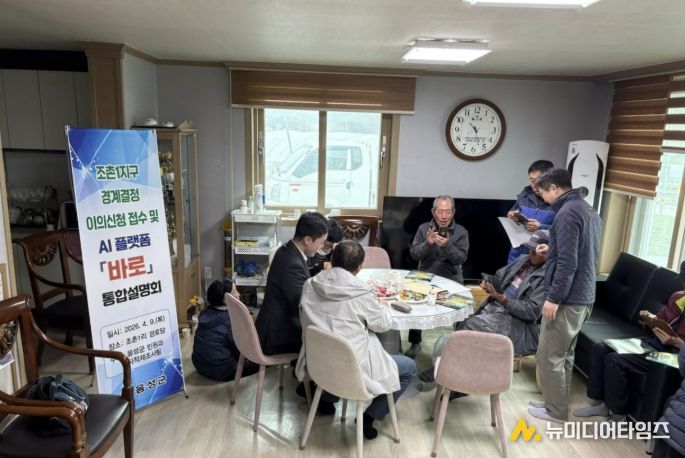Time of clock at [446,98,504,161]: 10:27
